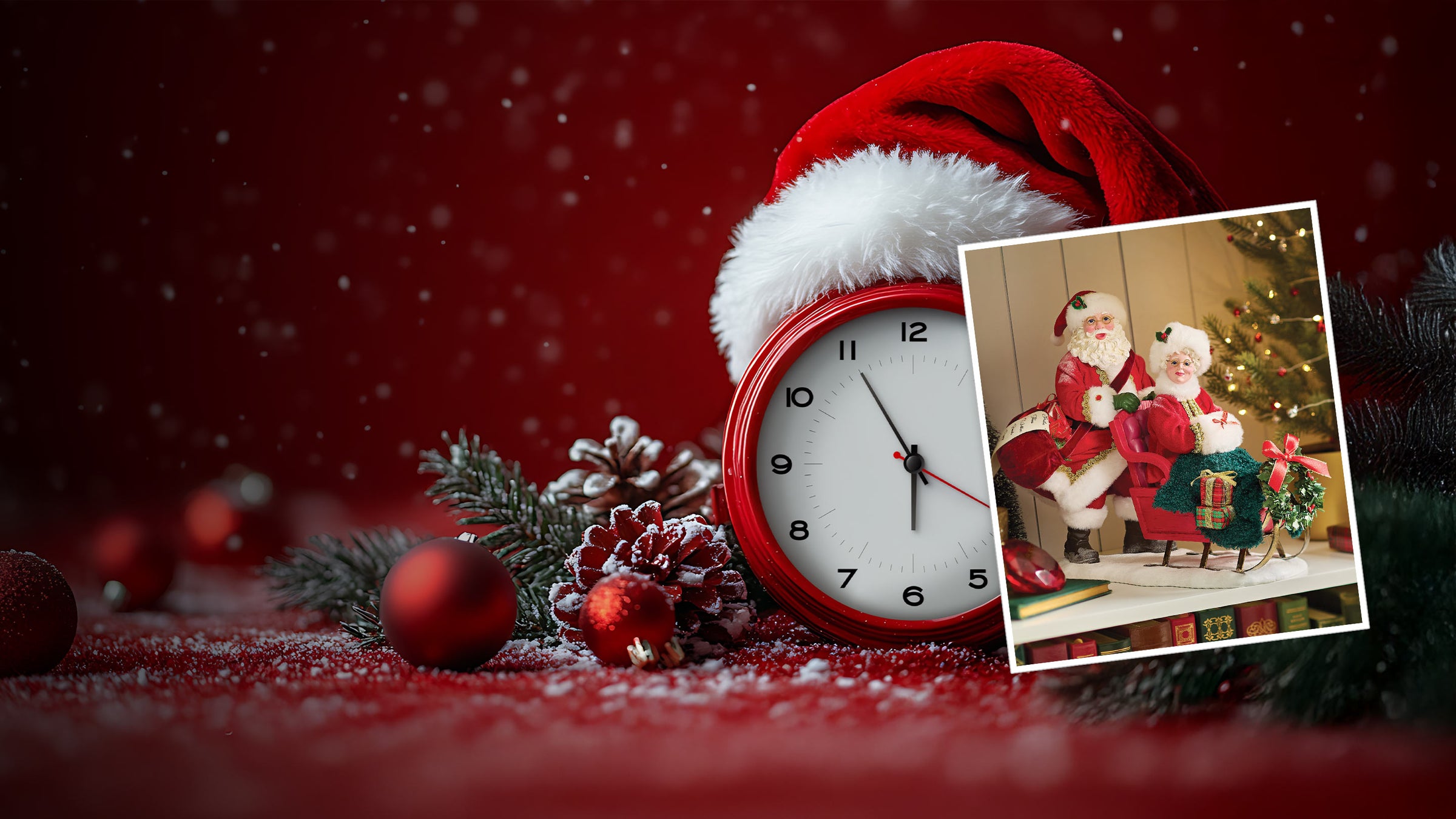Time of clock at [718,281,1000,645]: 5:54
